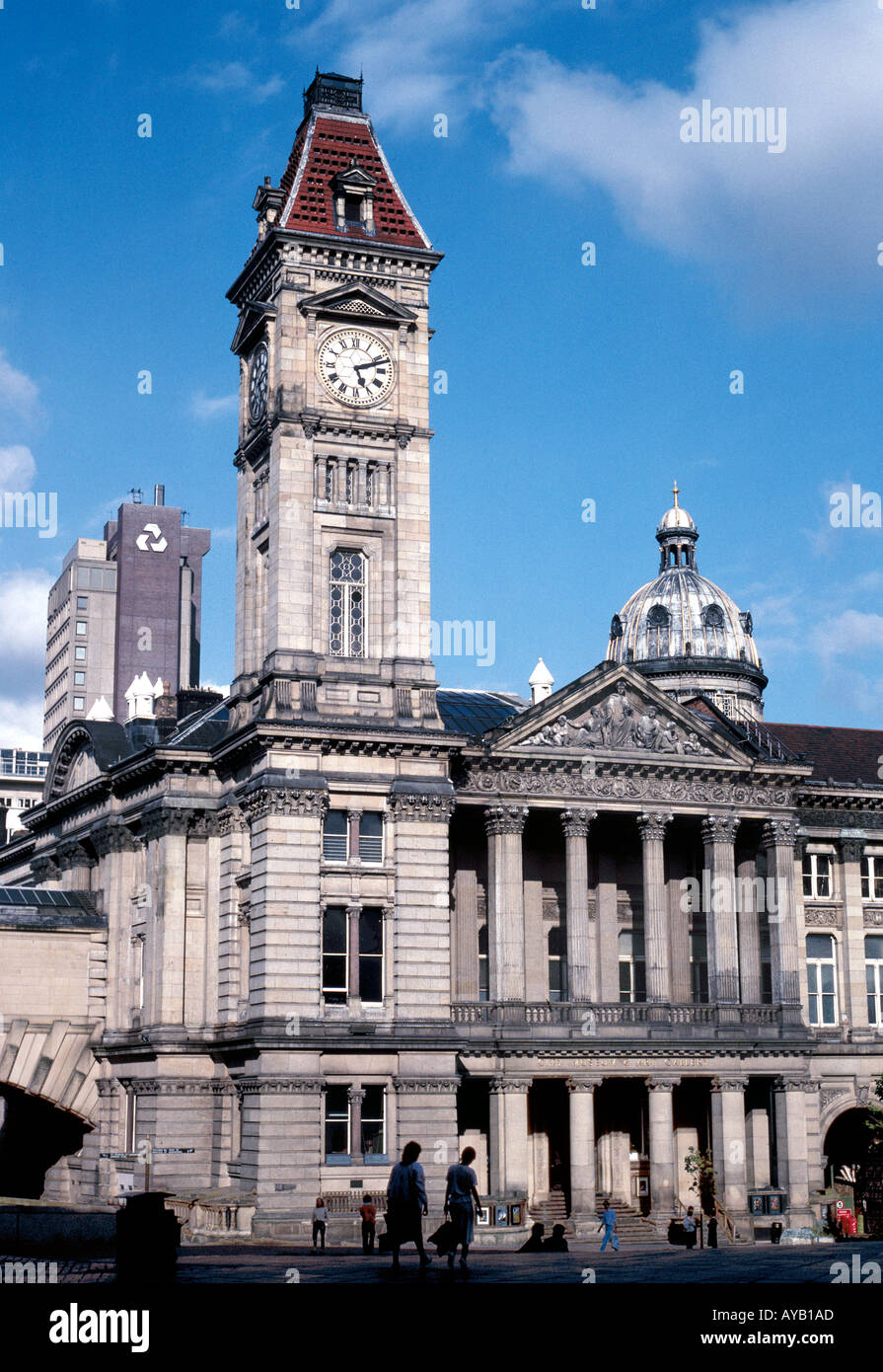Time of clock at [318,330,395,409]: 5:11
